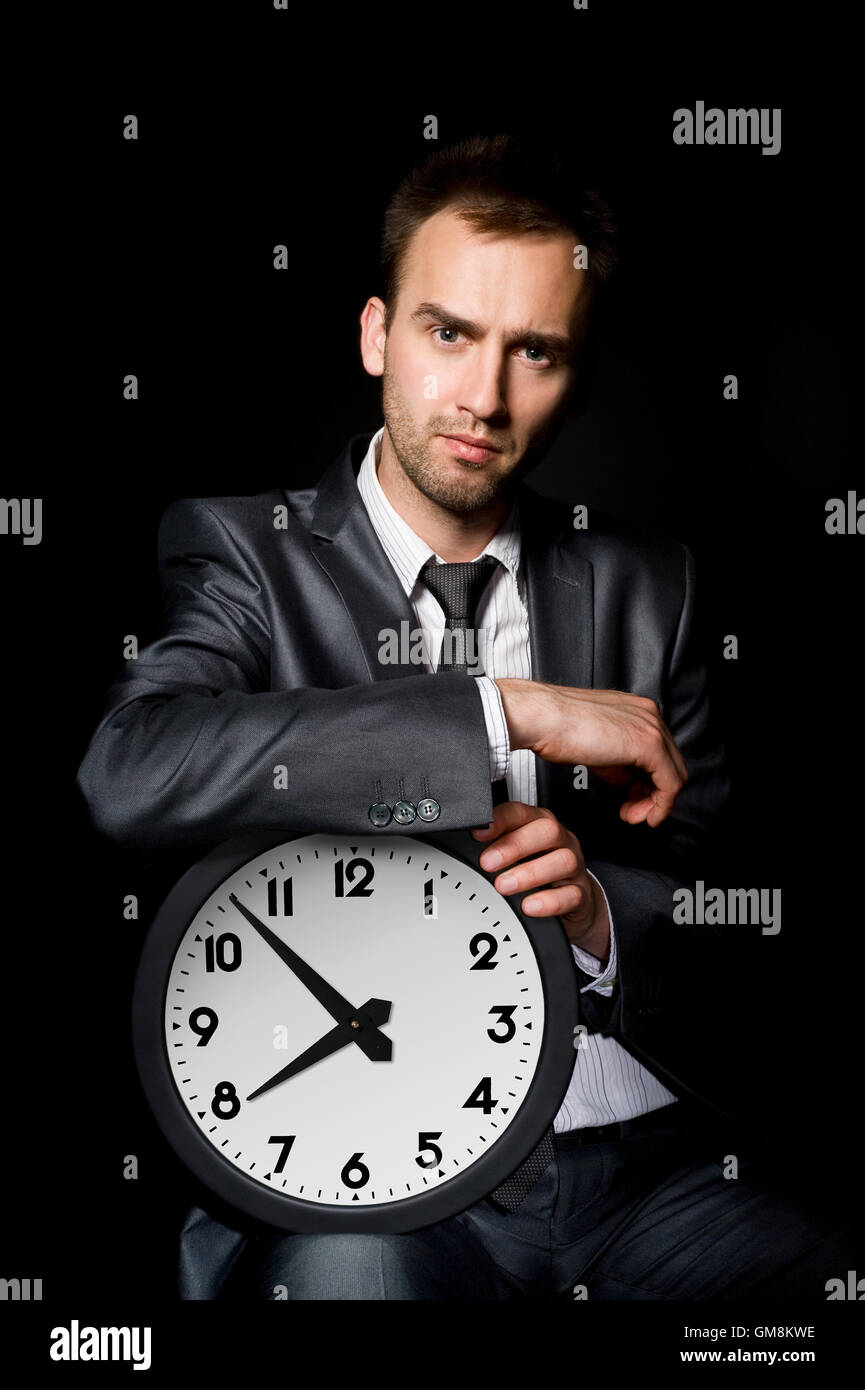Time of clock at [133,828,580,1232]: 7:52
